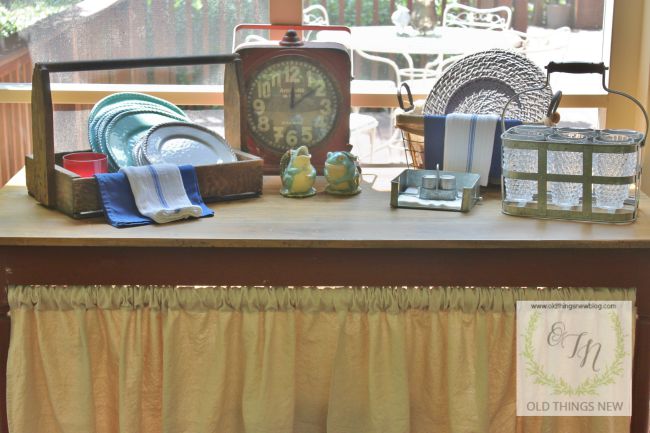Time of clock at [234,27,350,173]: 12:09
